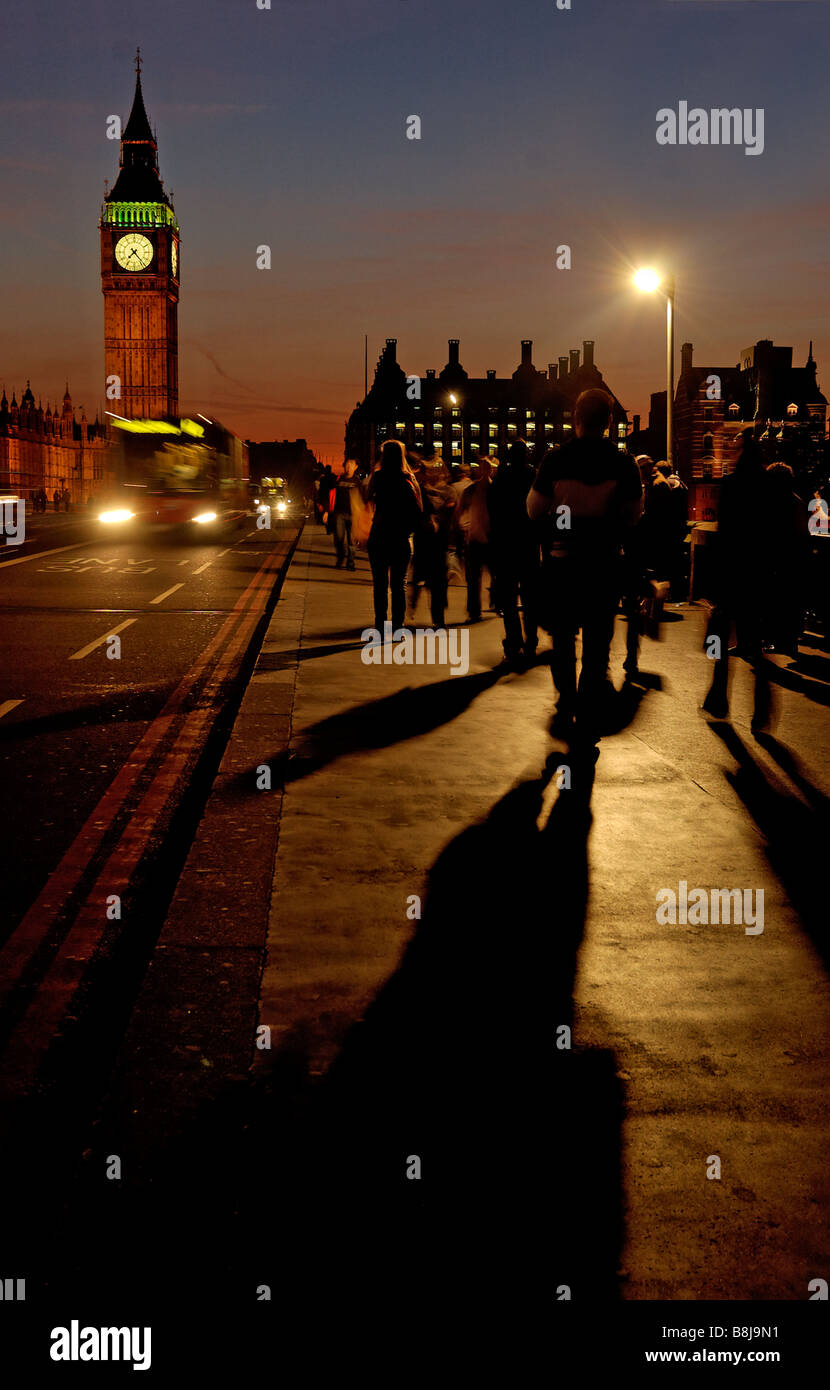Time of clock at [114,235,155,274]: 7:23
